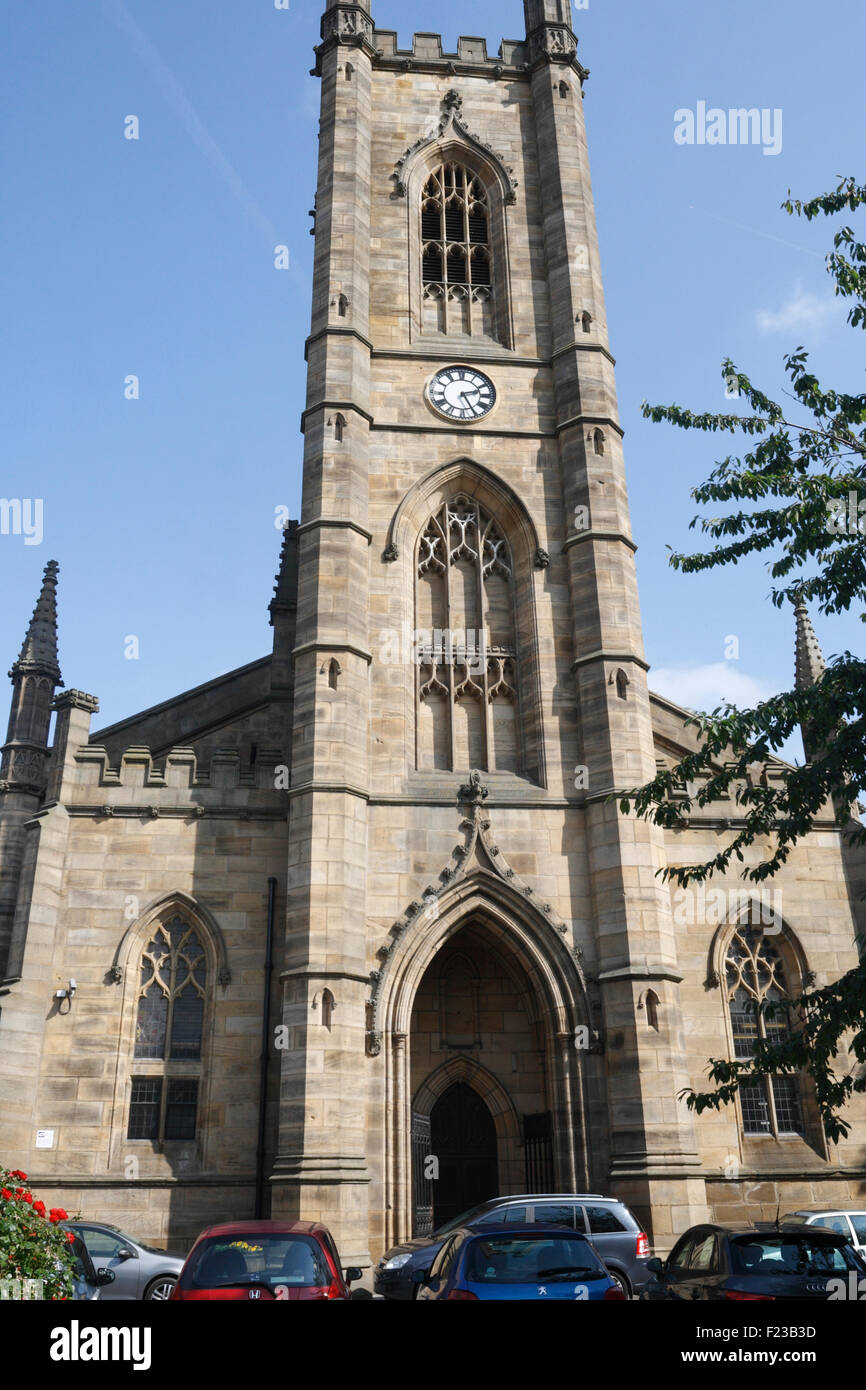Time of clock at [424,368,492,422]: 2:25
